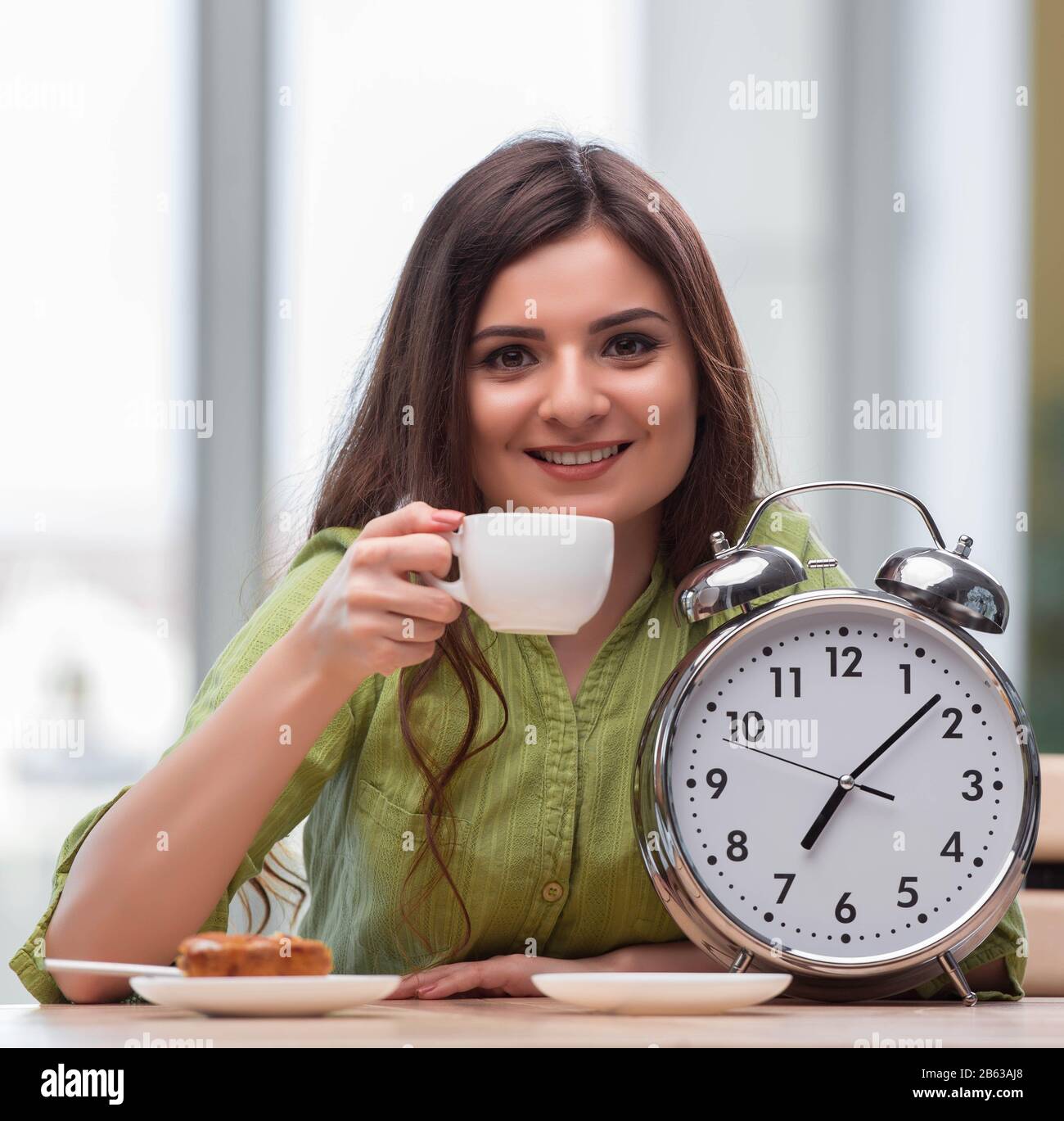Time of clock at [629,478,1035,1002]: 7:07
